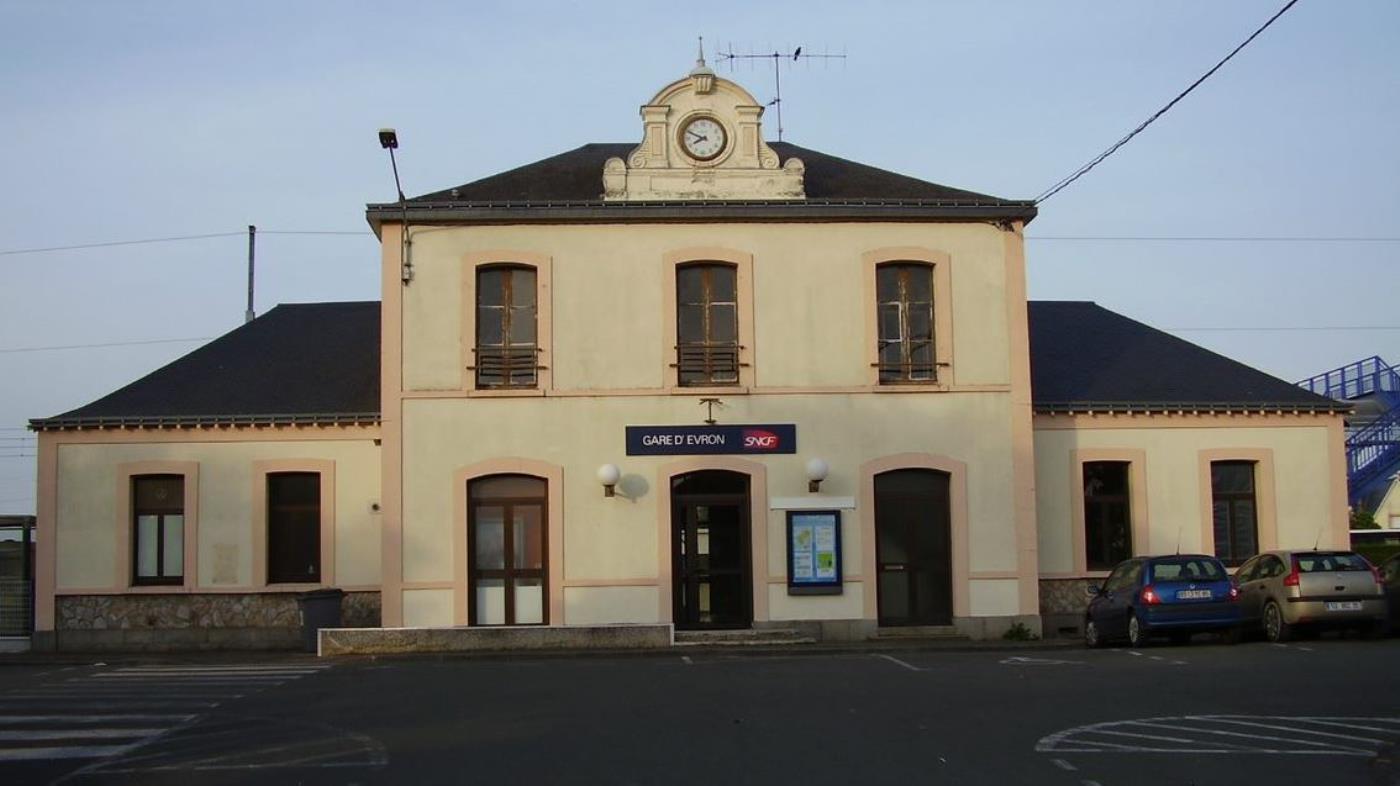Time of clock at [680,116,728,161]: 7:48
